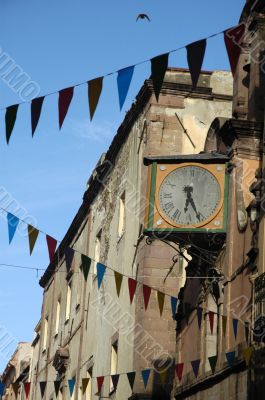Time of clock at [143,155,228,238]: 6:25
